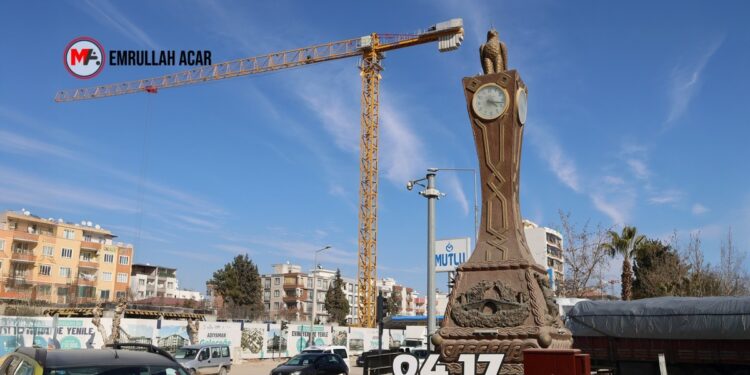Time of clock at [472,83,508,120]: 4:16
